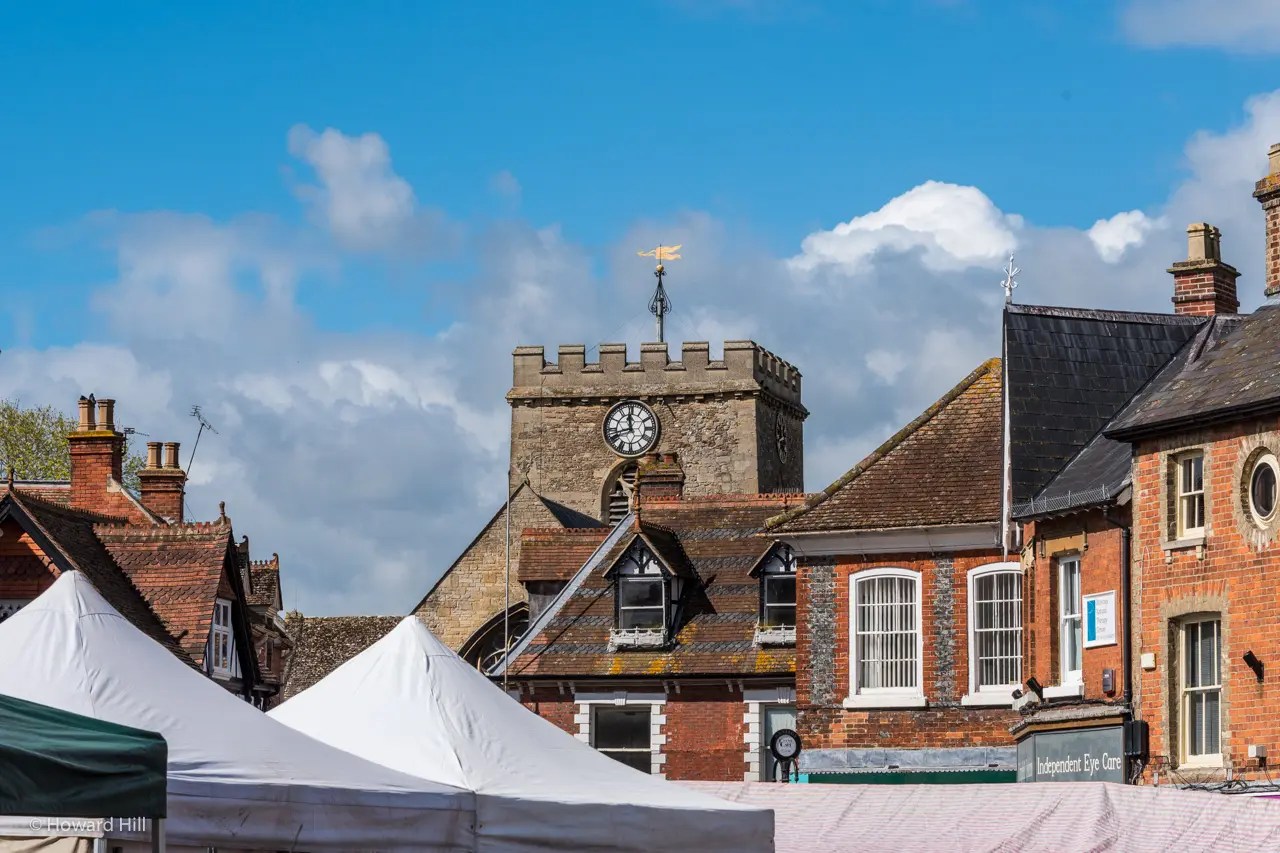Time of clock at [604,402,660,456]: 11:42
